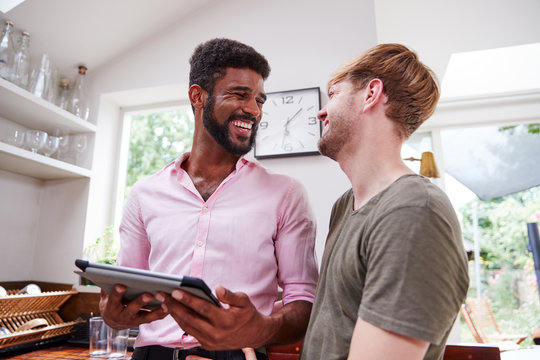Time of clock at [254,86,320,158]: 1:32
